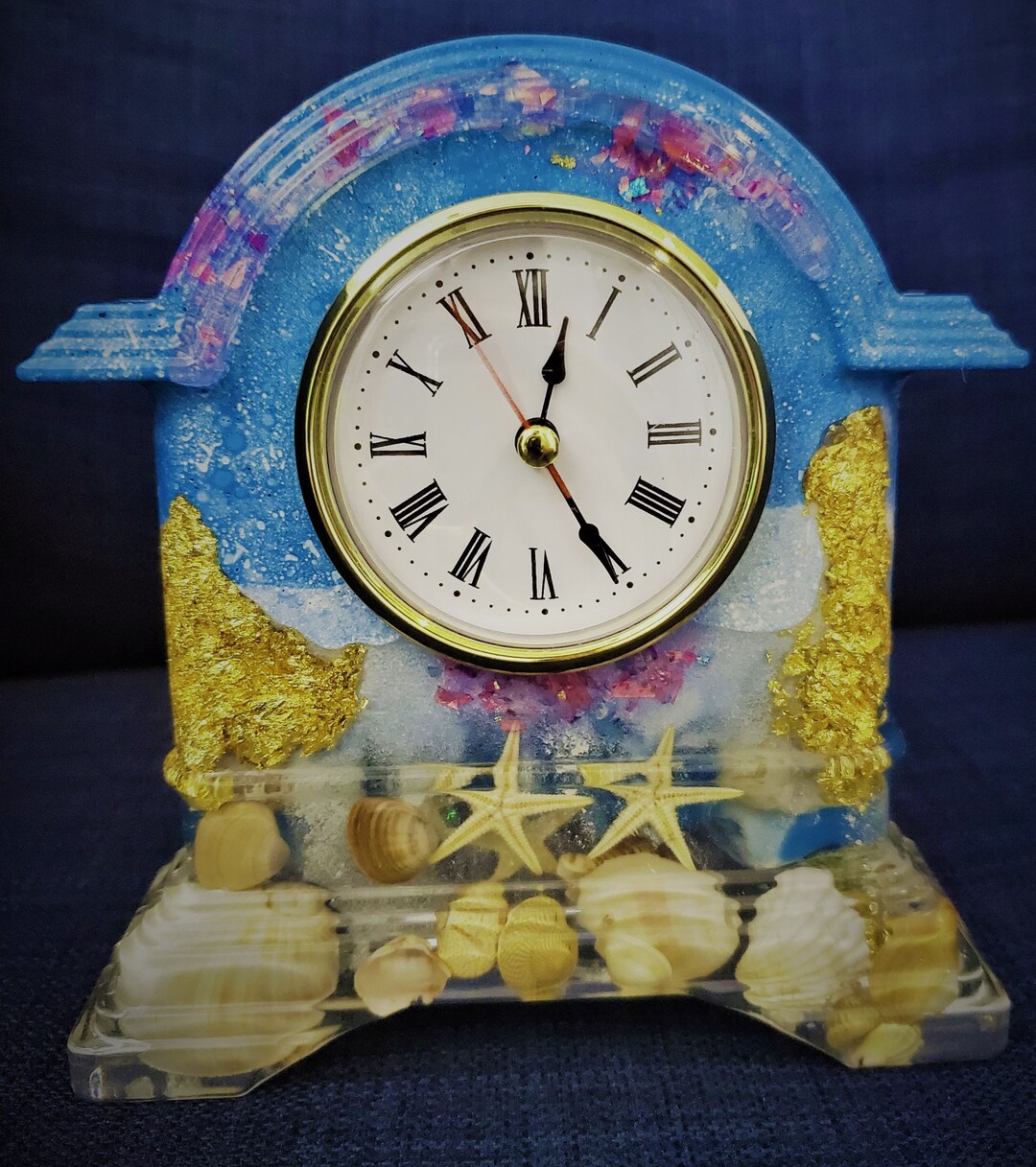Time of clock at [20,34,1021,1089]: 12:24
